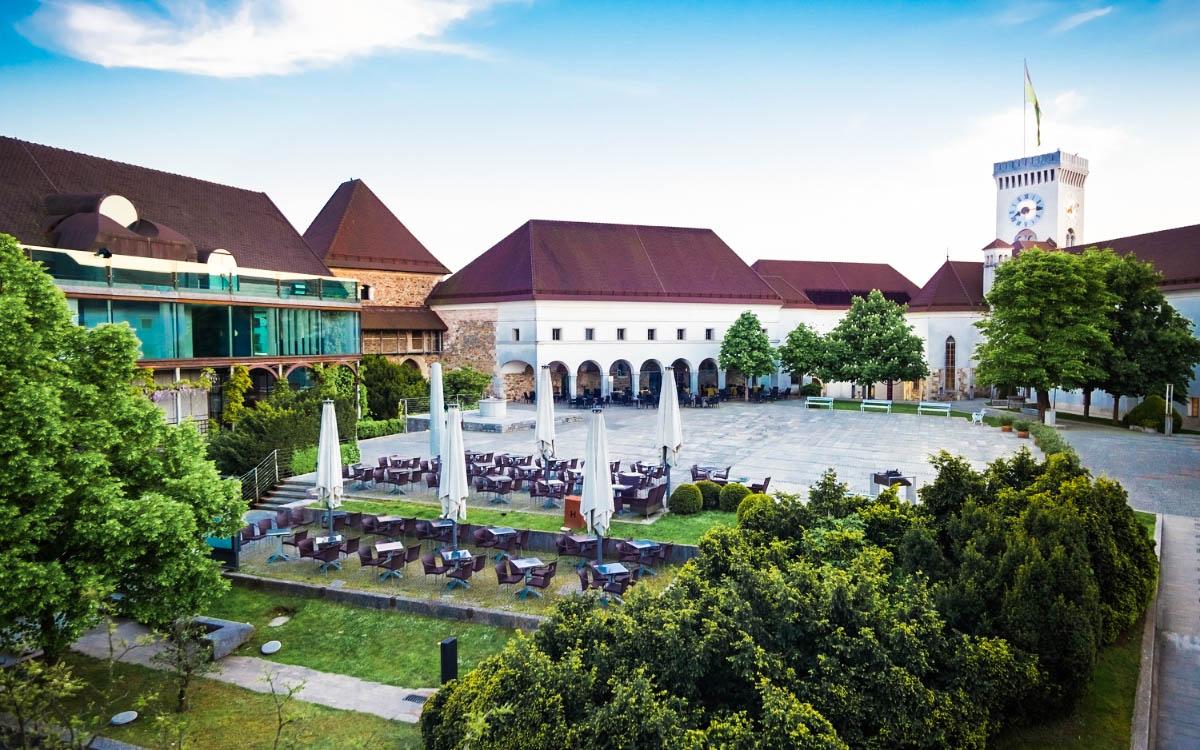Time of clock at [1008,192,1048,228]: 8:14
